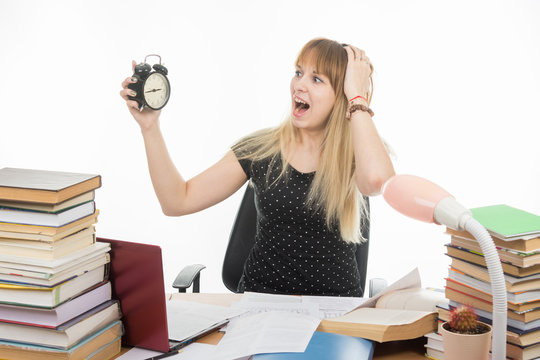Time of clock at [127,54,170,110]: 2:43
